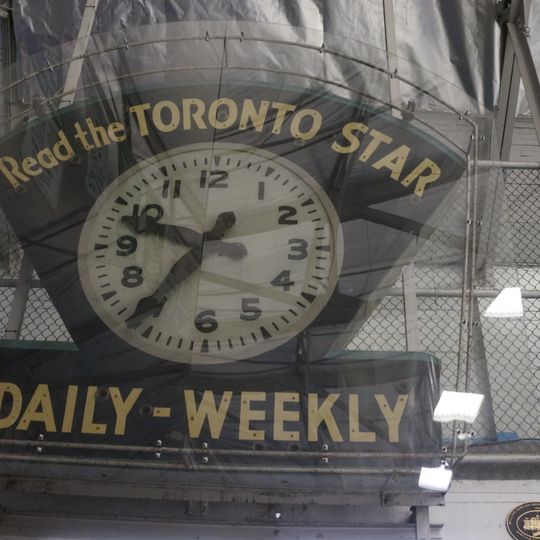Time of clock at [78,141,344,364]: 9:36
